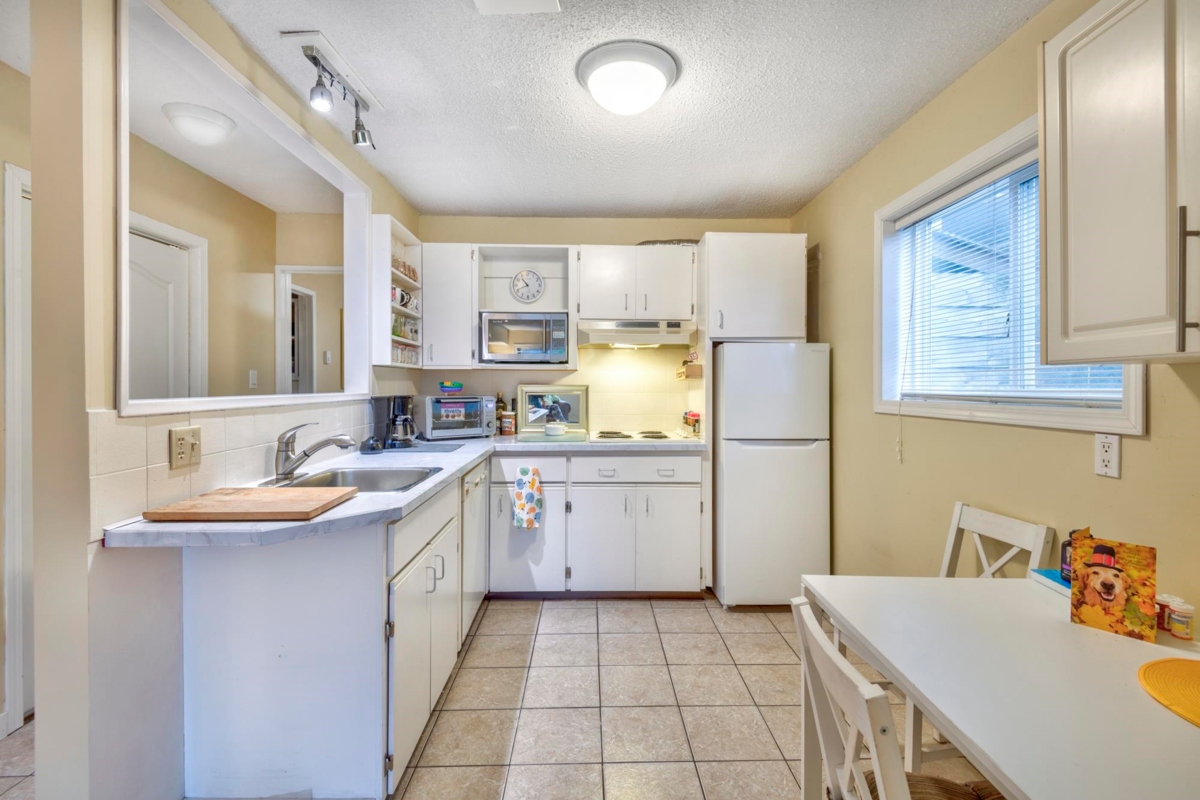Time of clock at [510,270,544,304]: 10:41
